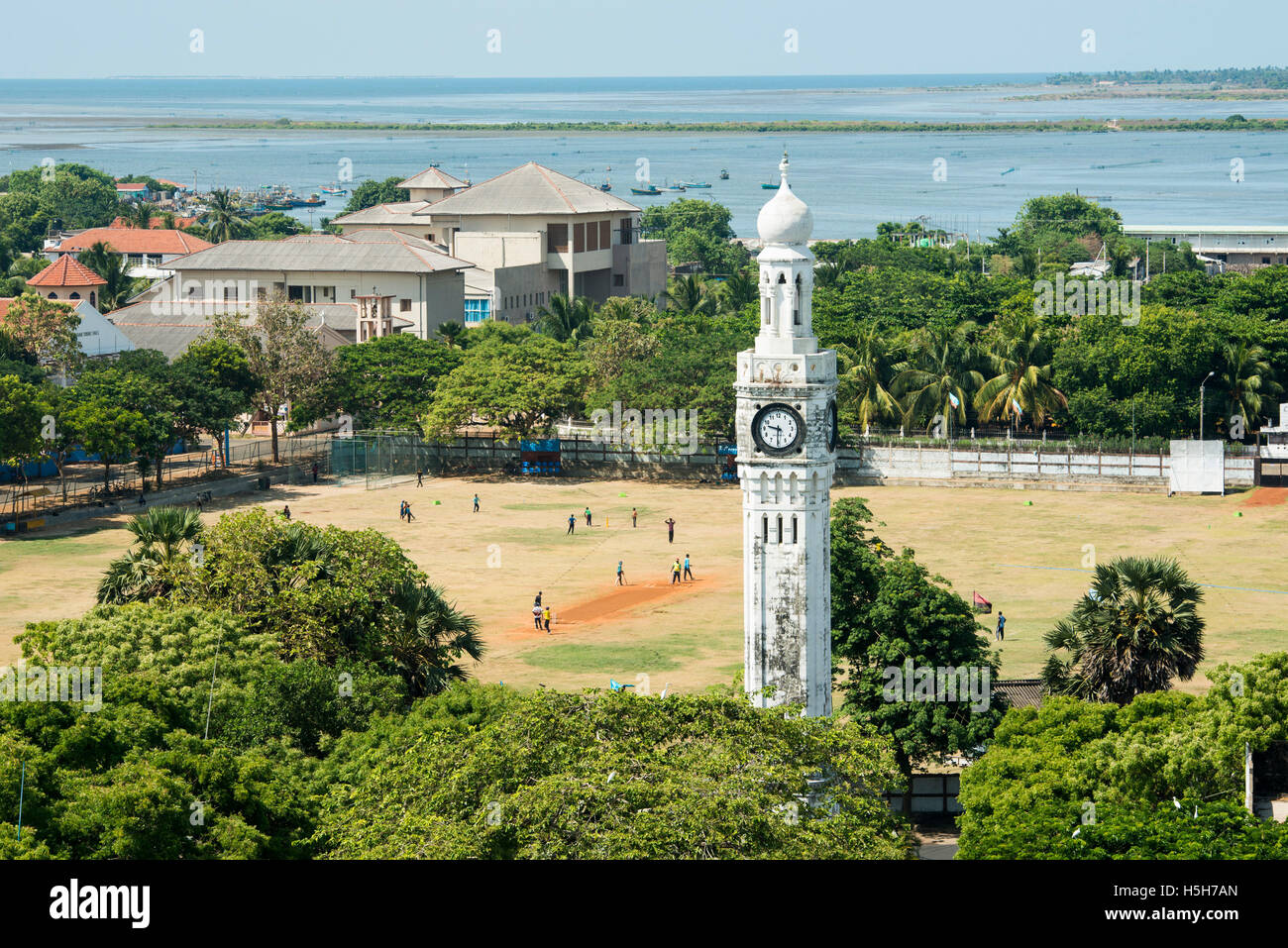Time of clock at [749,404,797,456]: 9:30
